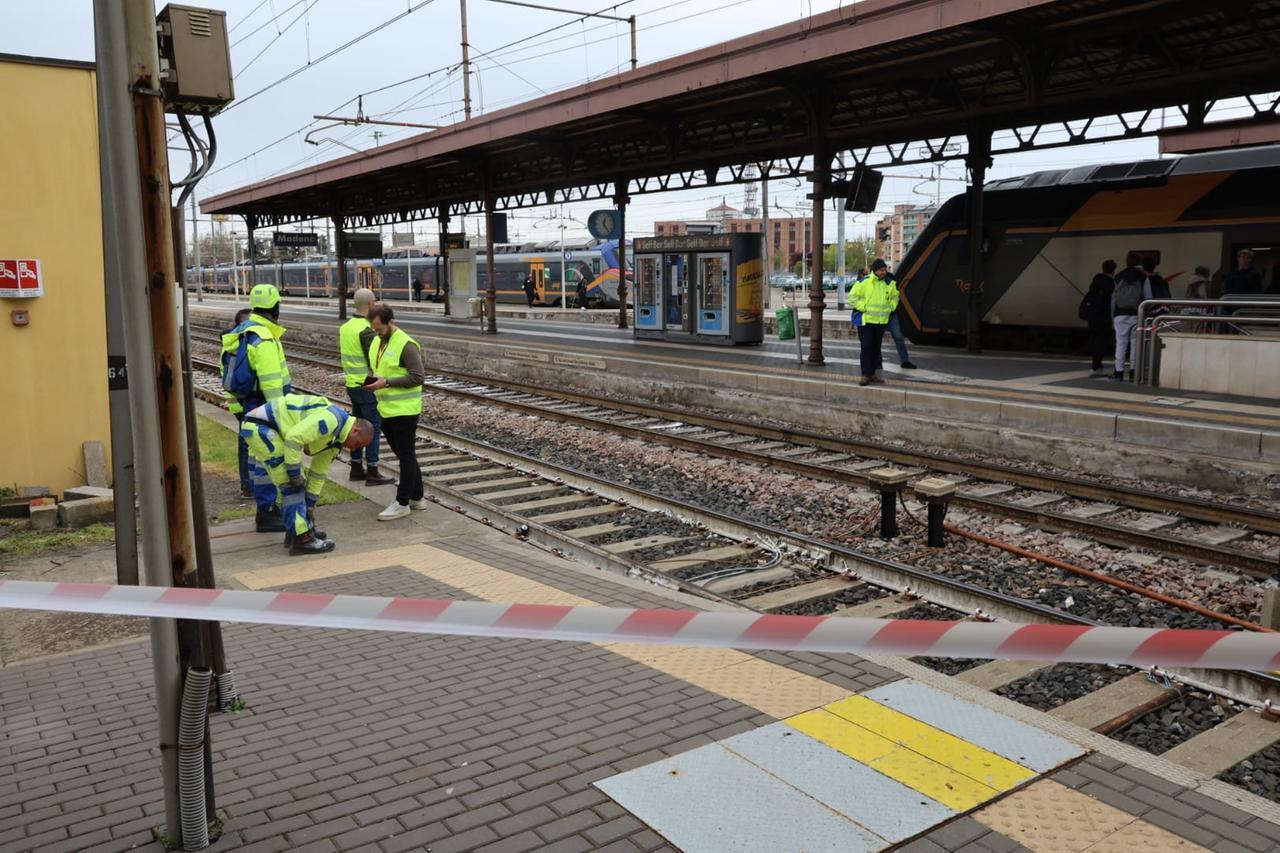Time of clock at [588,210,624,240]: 12:23
